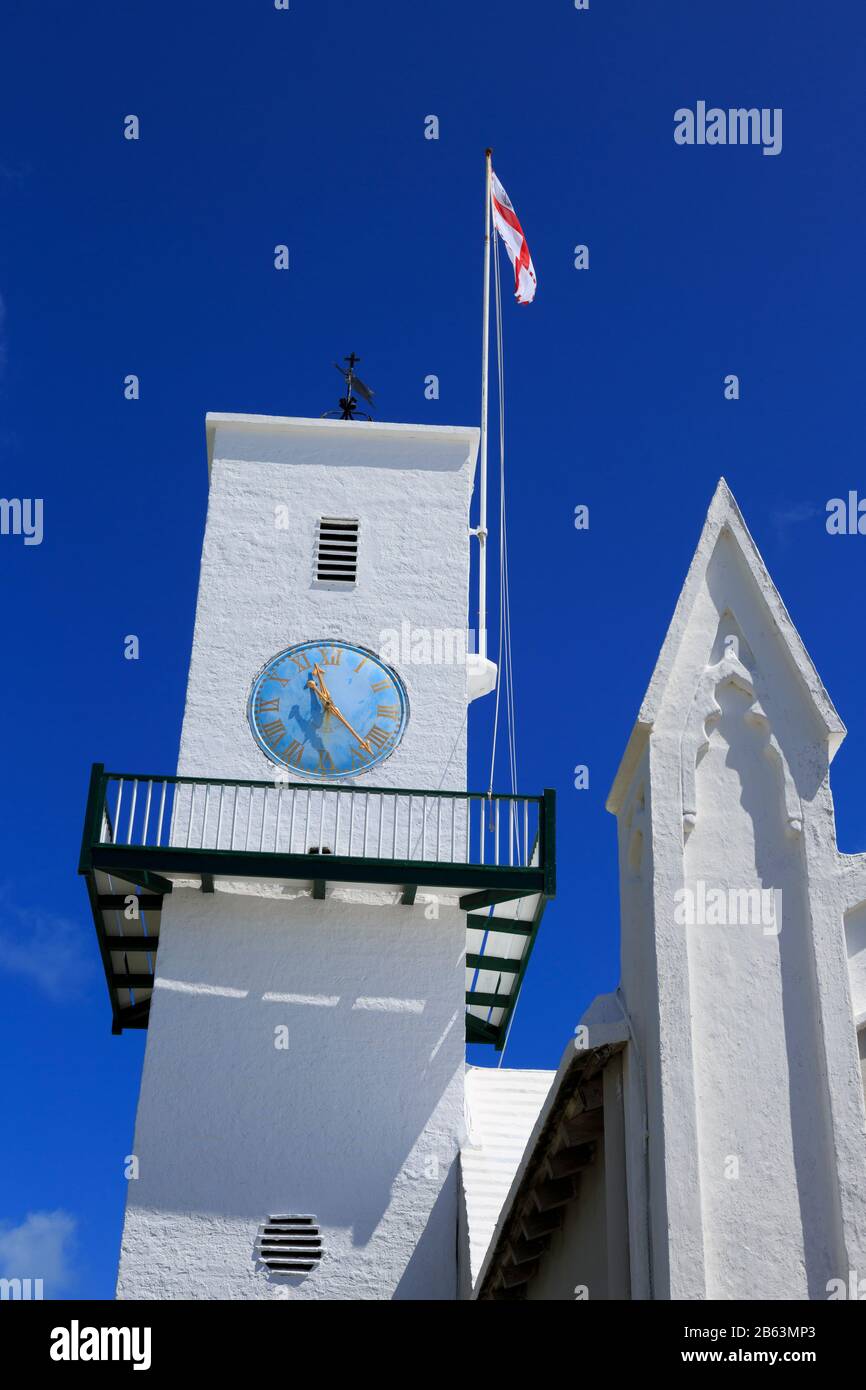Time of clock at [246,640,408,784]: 11:22
